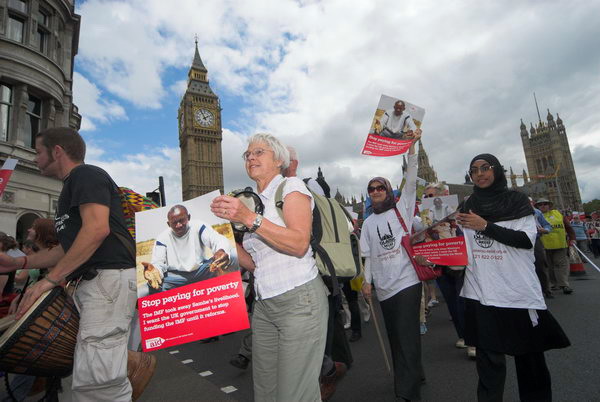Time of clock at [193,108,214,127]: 1:56
